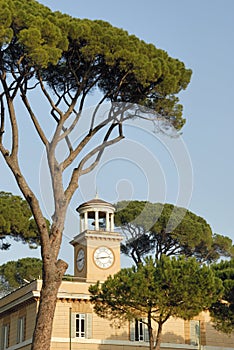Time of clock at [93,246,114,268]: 2:43
